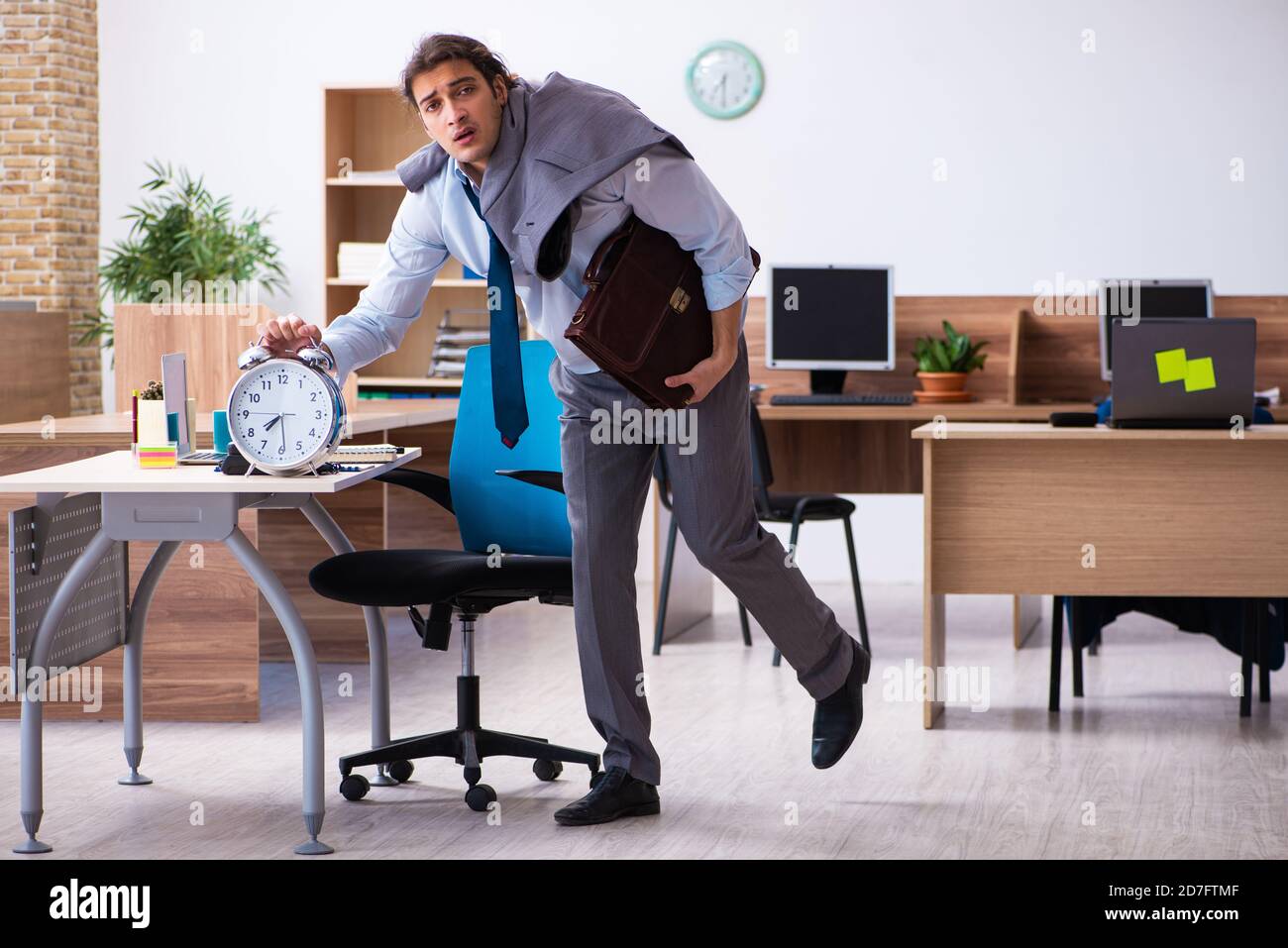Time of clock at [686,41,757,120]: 7:30
